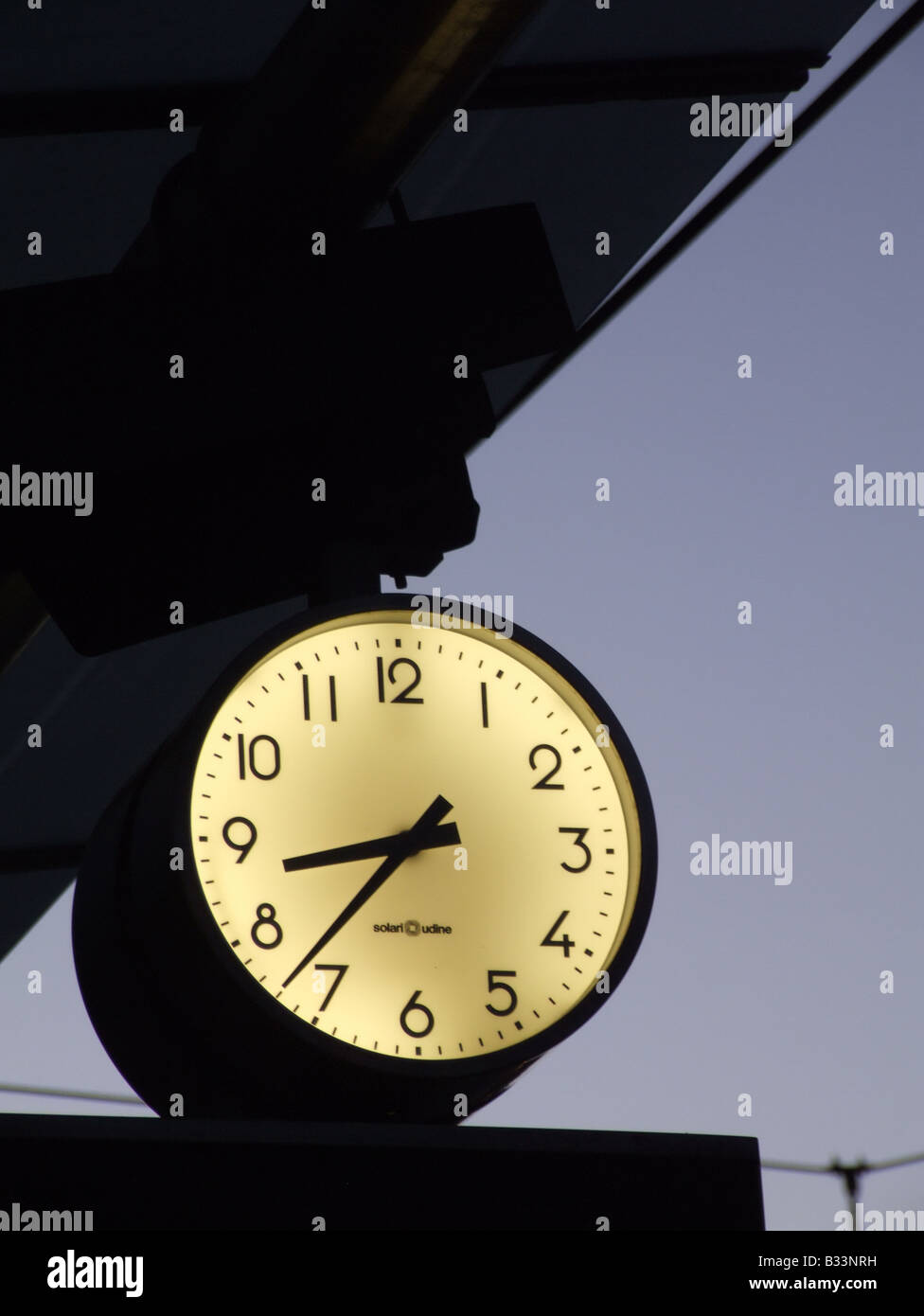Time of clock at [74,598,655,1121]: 8:37
